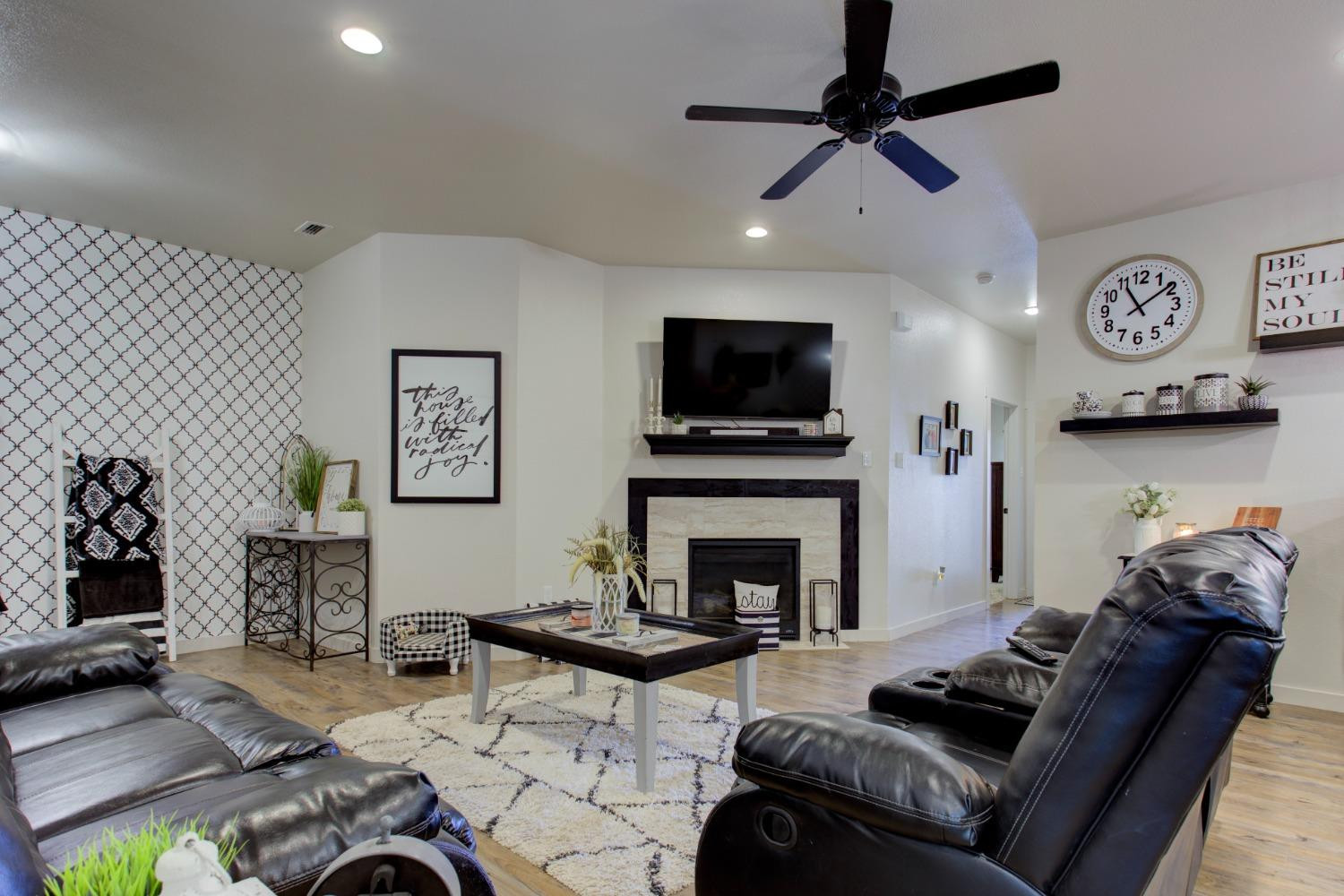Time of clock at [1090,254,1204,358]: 11:08
